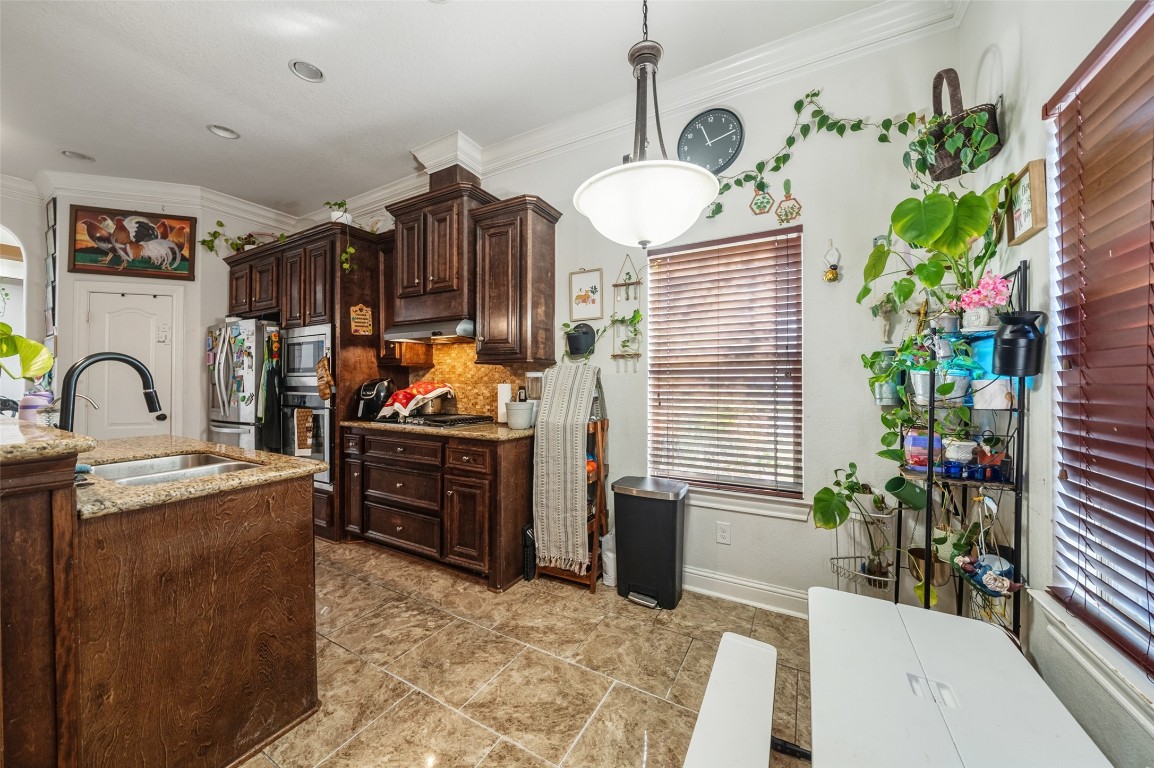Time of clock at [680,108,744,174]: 11:12
